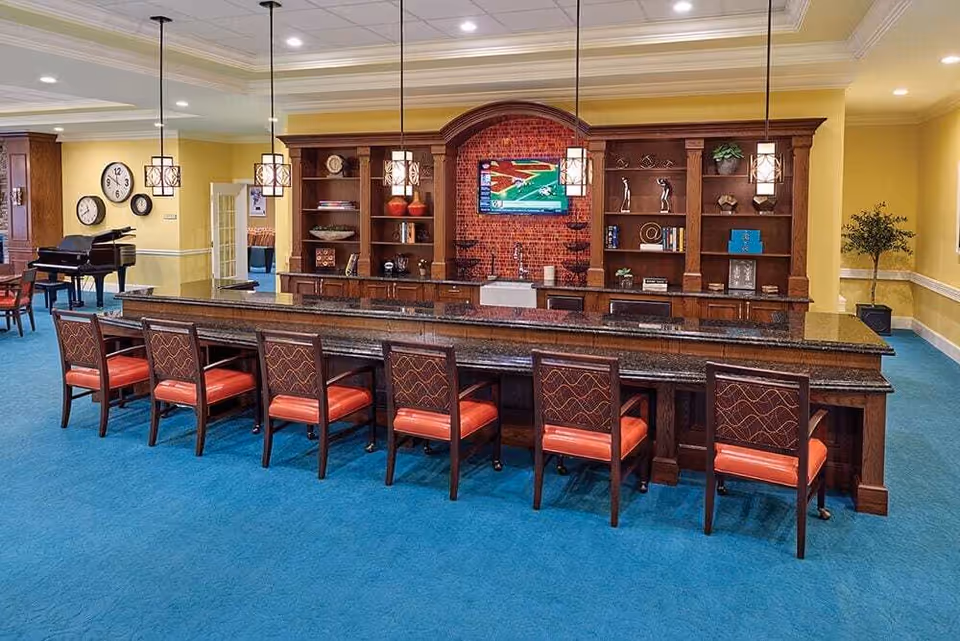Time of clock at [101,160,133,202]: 11:49
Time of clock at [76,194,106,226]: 11:40
